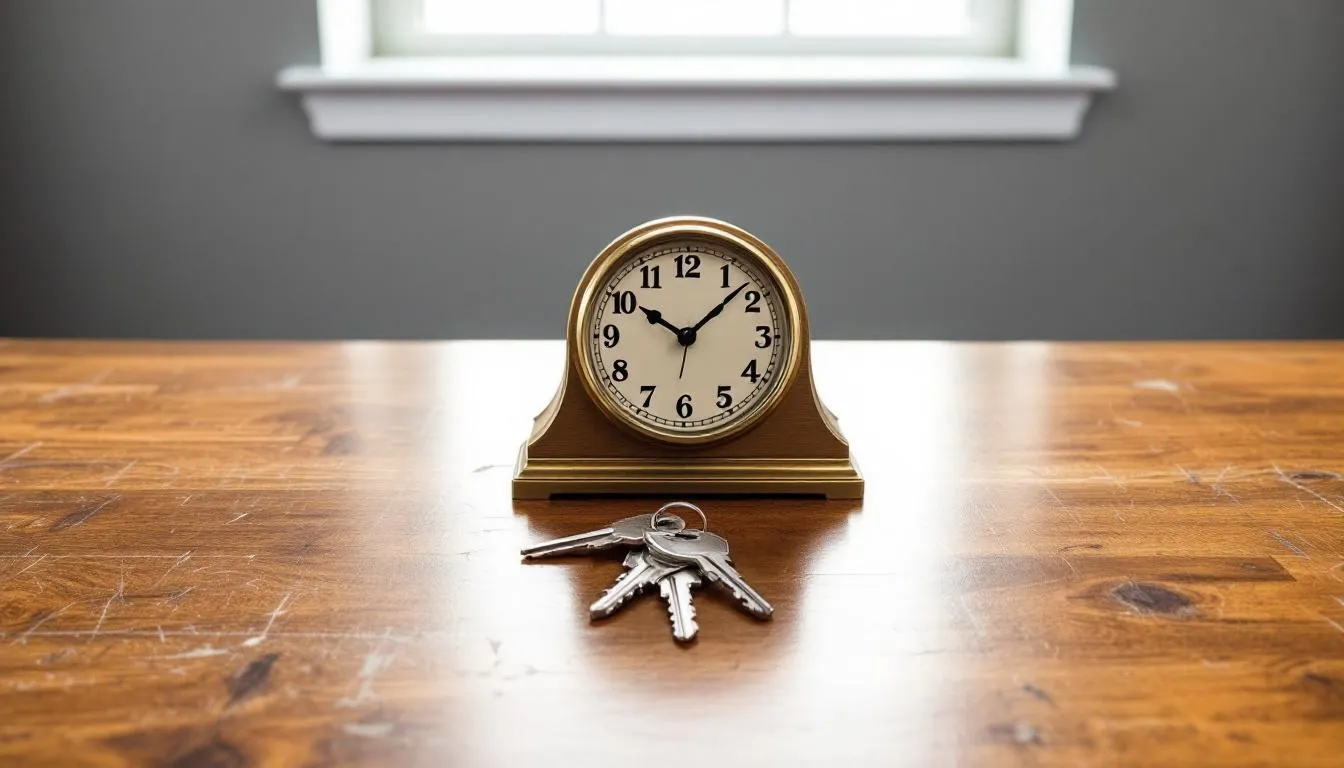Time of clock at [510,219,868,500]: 10:07
